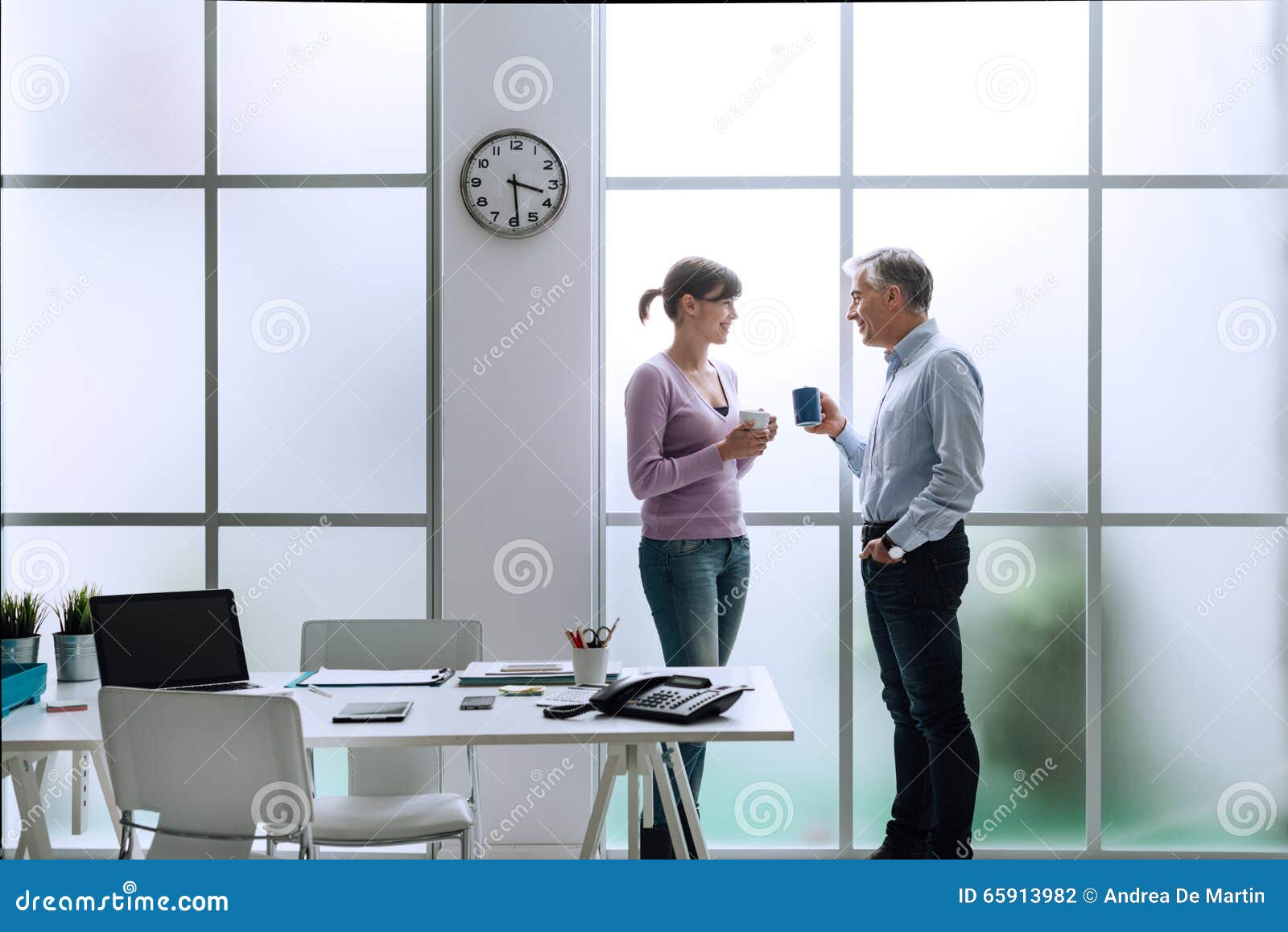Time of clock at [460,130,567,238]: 3:29
